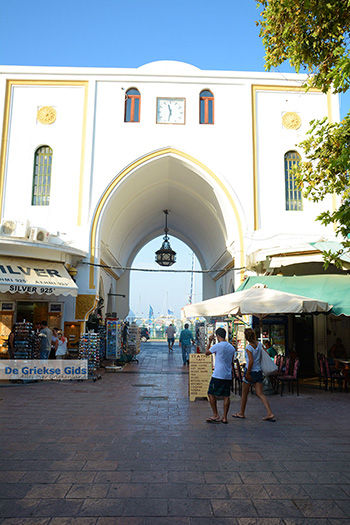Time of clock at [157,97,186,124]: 11:32
